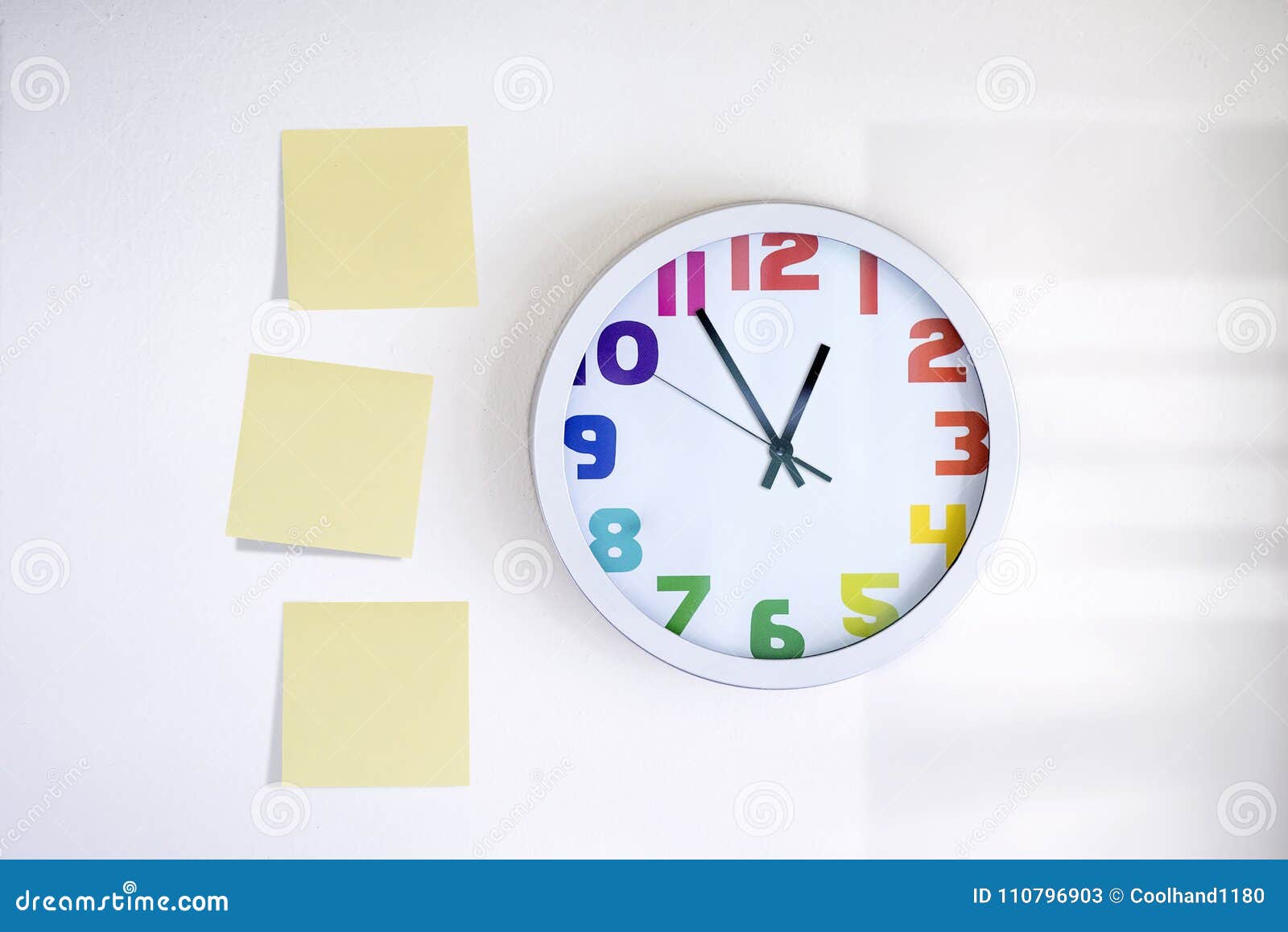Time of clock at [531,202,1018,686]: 12:54
